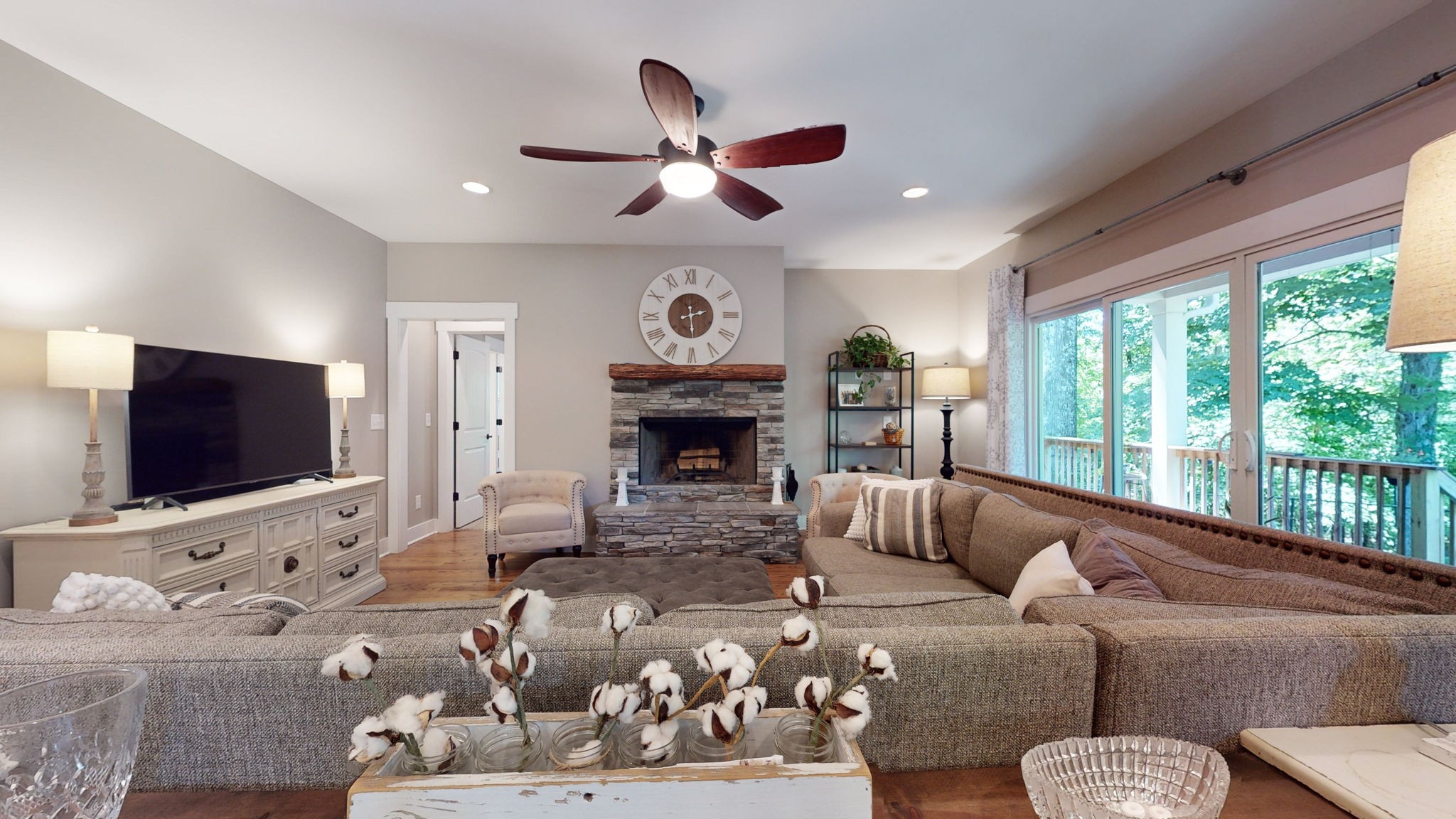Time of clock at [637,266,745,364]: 2:29
